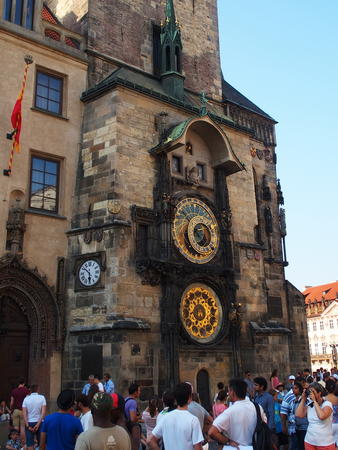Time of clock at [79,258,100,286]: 5:51
